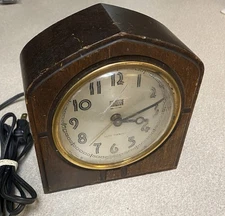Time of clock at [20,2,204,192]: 3:11
